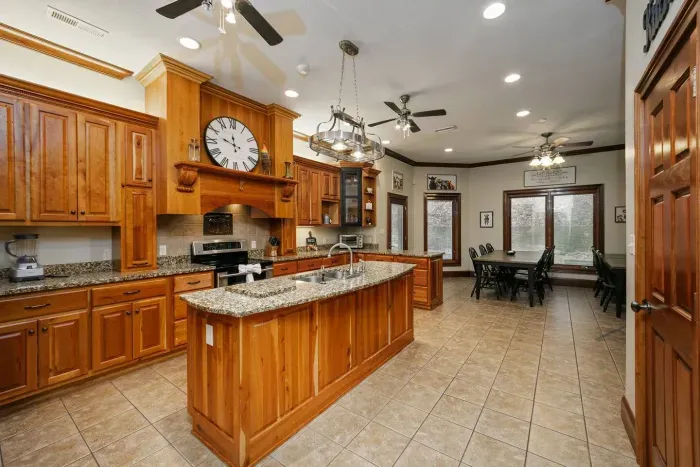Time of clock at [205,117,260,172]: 11:48
